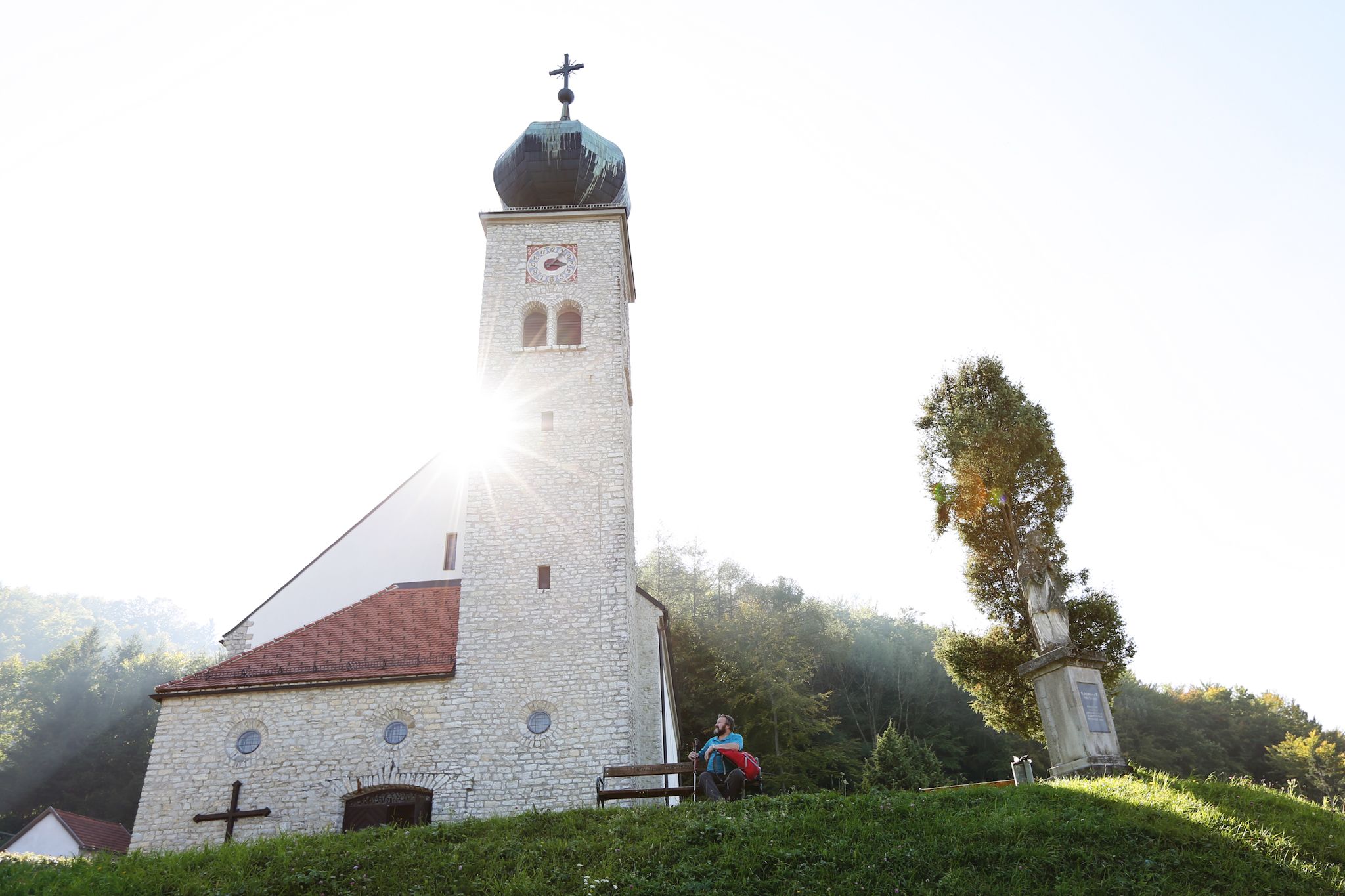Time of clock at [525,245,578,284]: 3:06
